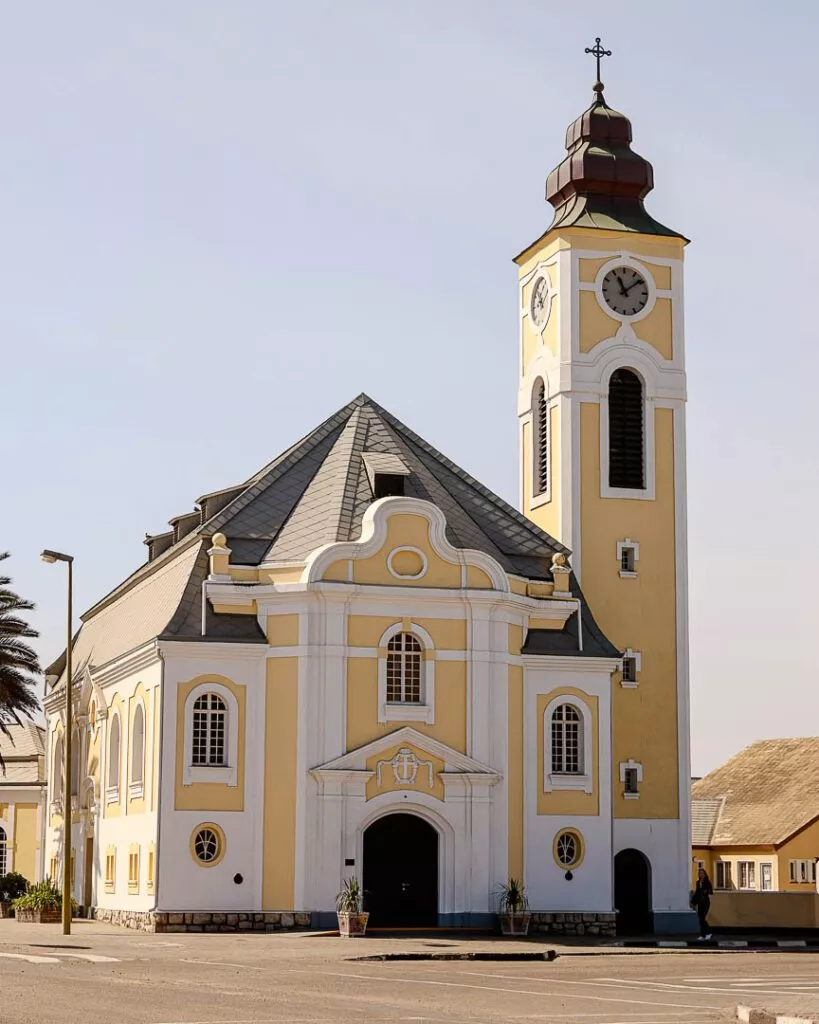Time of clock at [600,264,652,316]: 11:08
